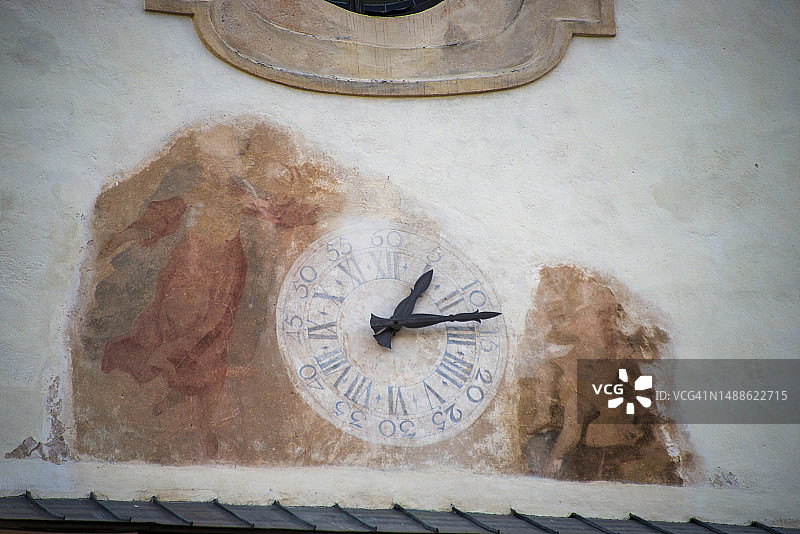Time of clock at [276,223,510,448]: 1:13
